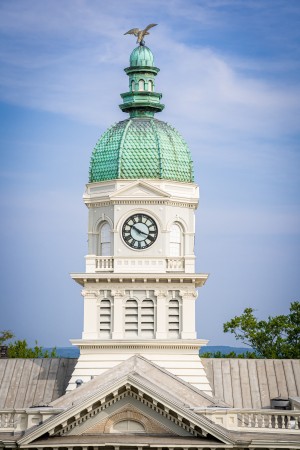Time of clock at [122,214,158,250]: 3:50
